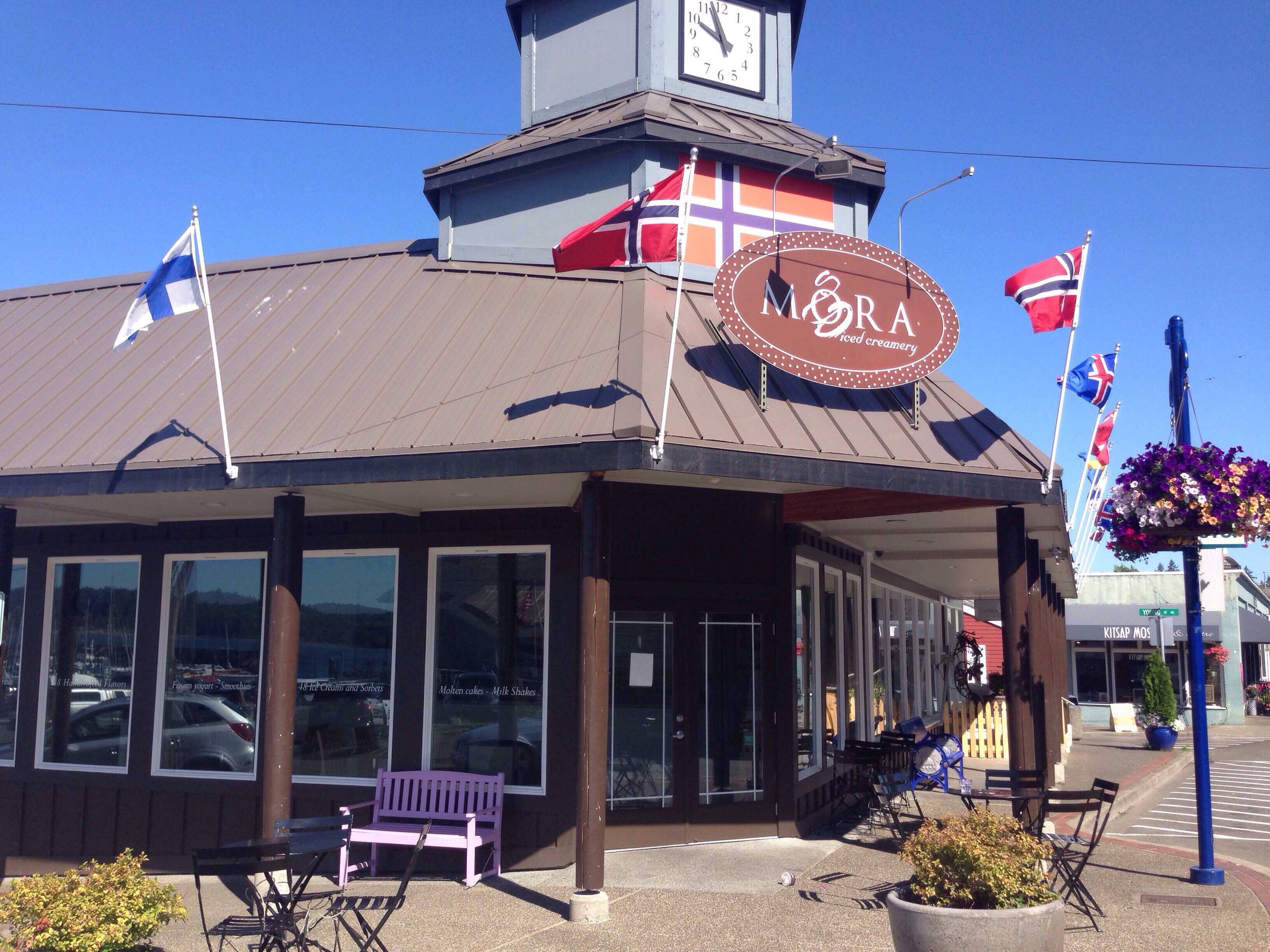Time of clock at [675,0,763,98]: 9:56
